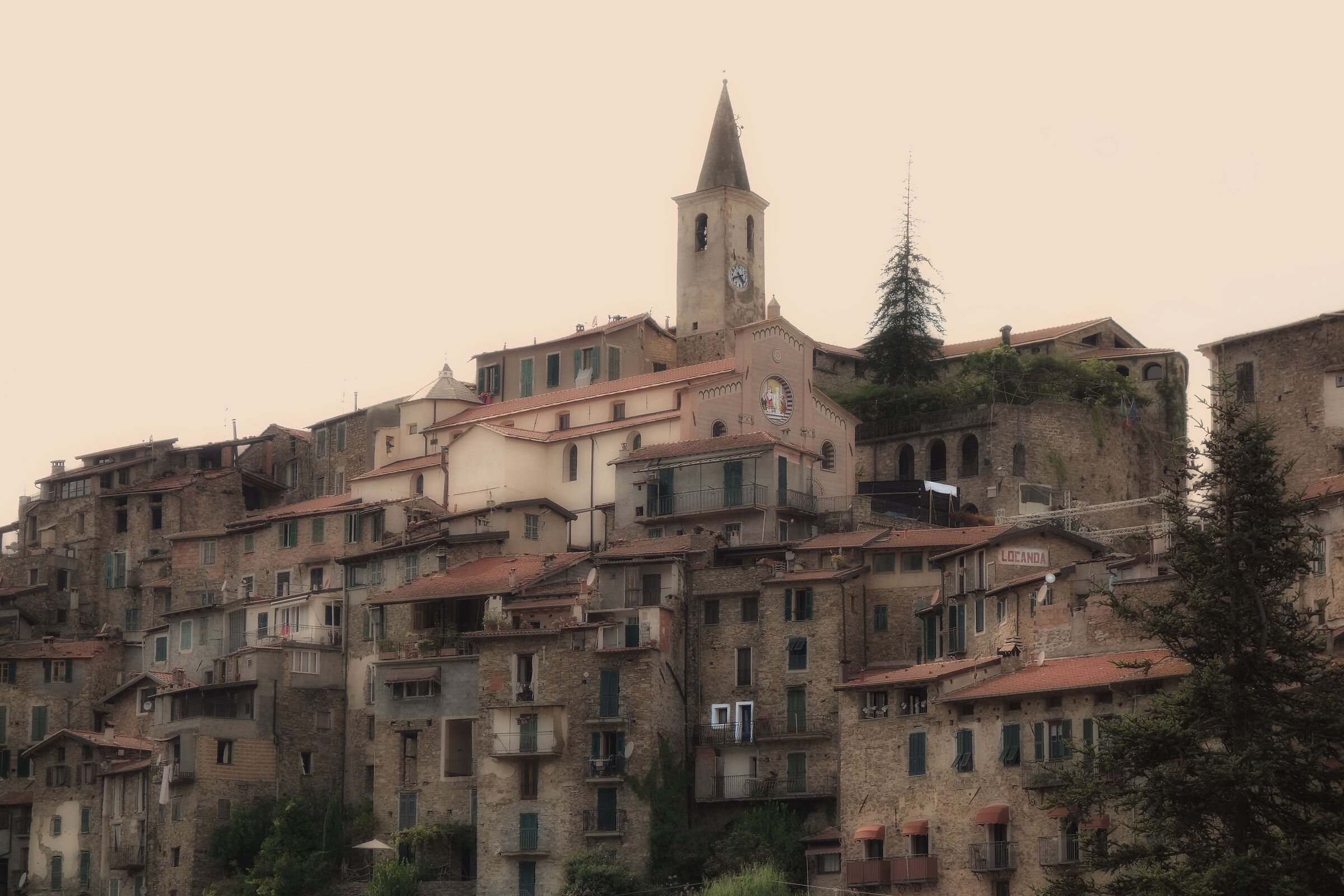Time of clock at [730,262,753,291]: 4:42
